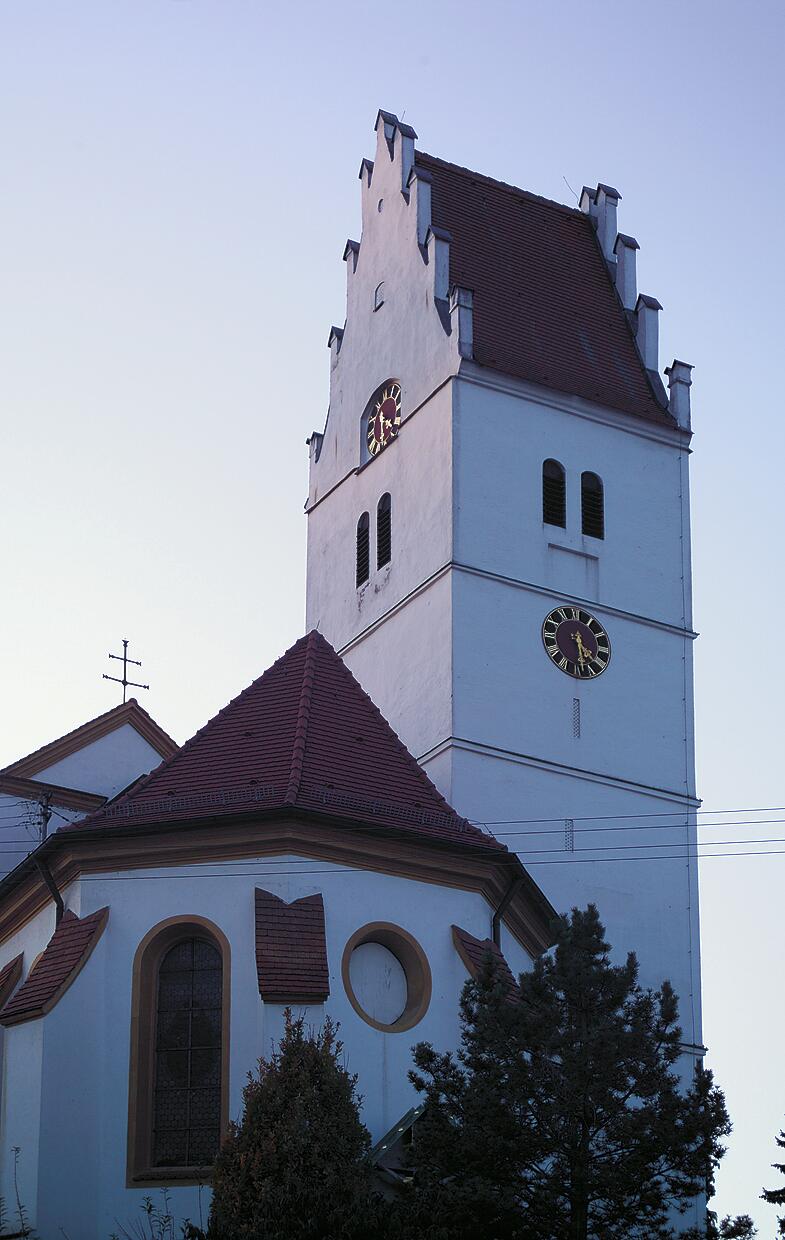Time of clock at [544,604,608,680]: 4:28
